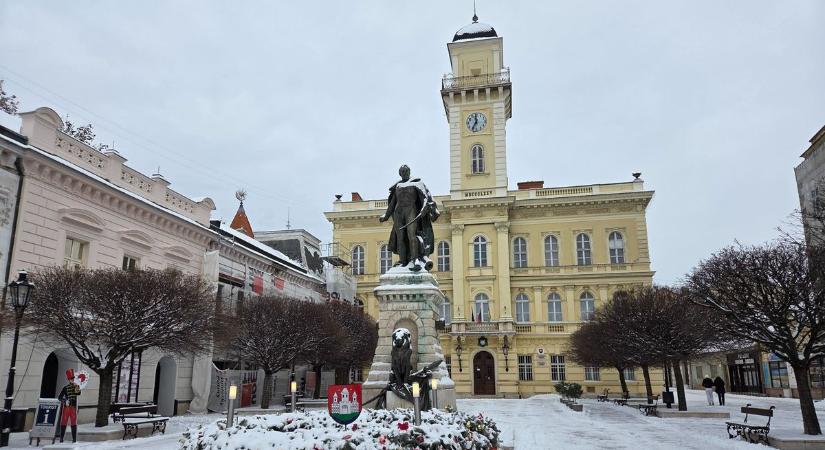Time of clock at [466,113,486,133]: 11:35
